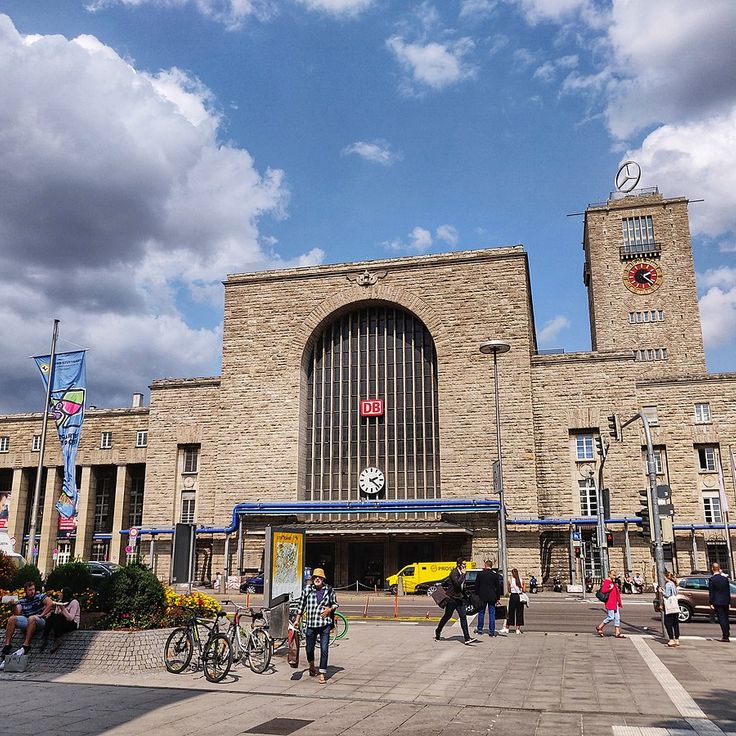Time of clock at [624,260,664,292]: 2:21
